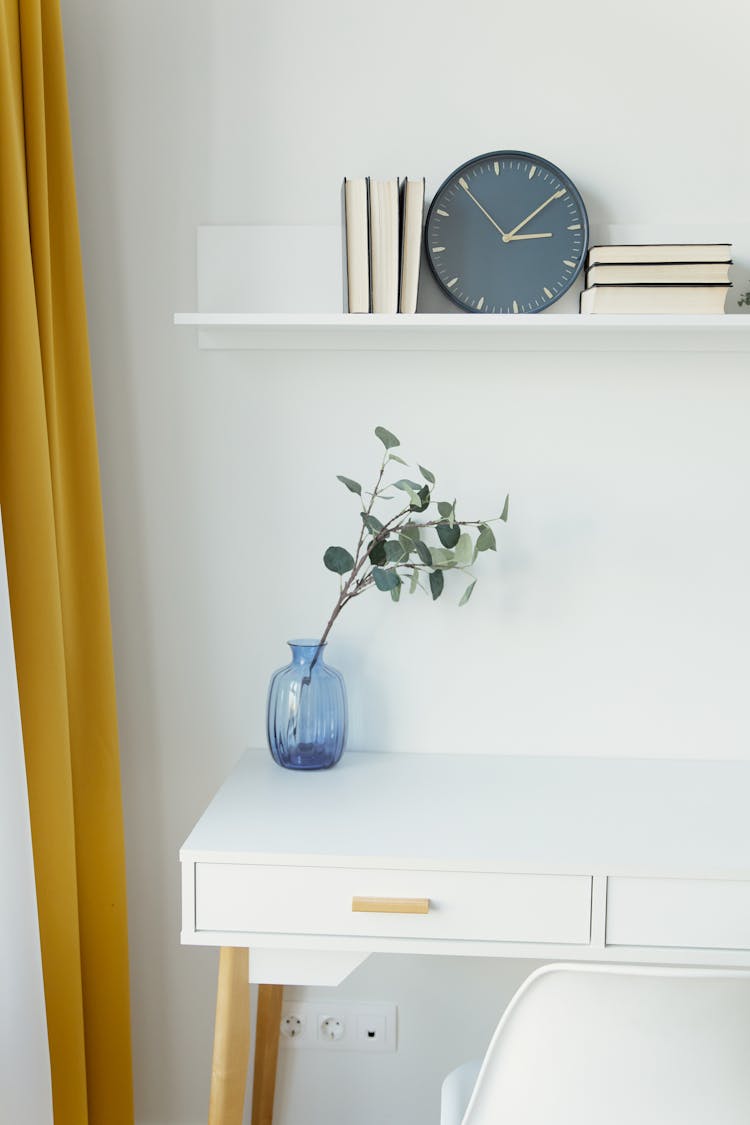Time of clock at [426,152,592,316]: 3:09
